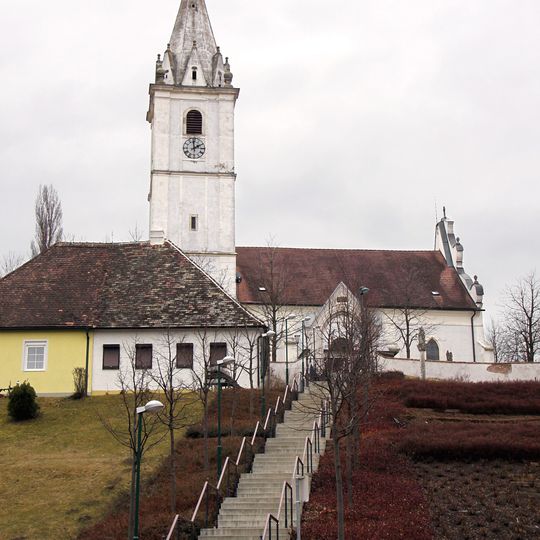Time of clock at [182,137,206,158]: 1:59
